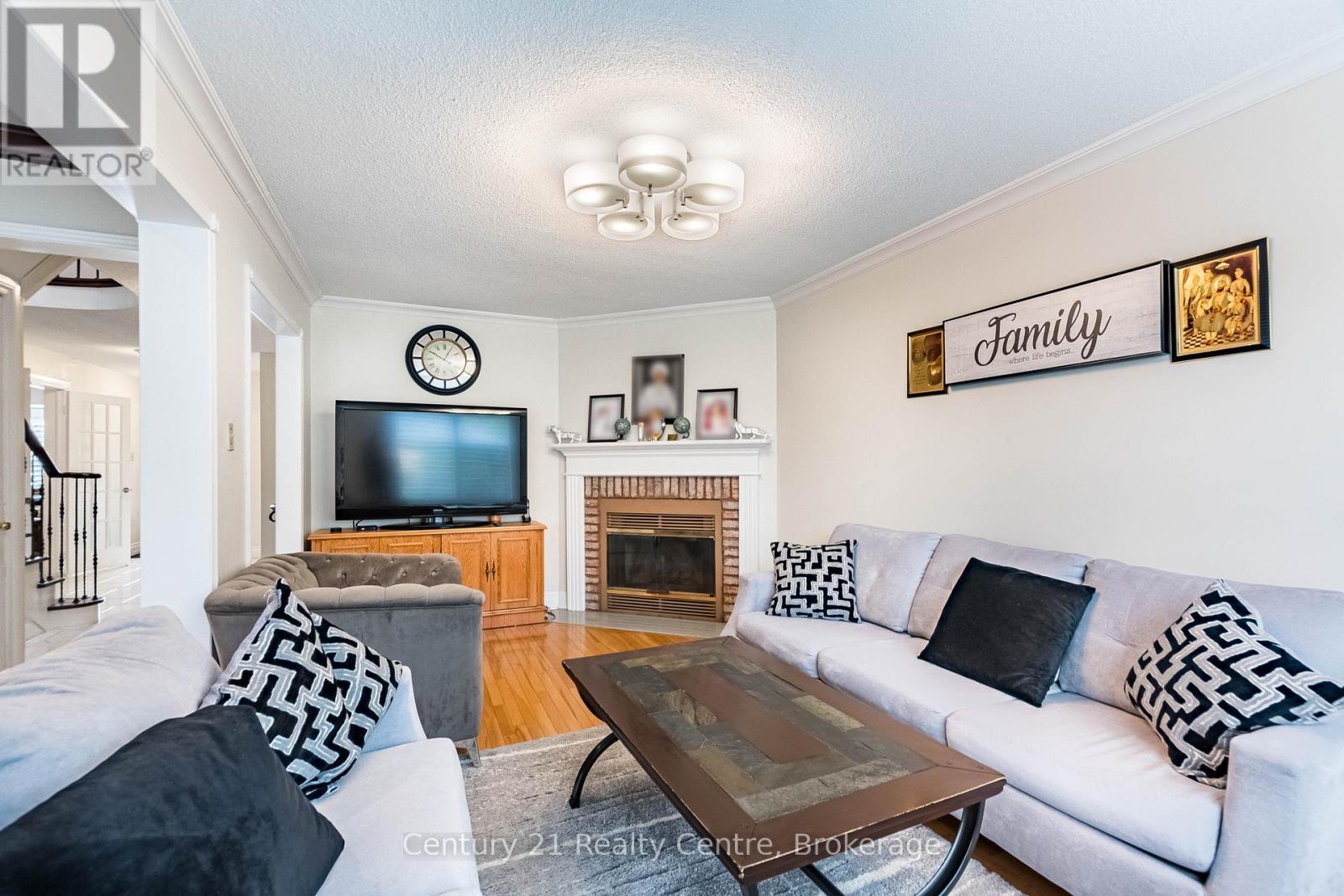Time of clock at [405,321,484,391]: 10:05
